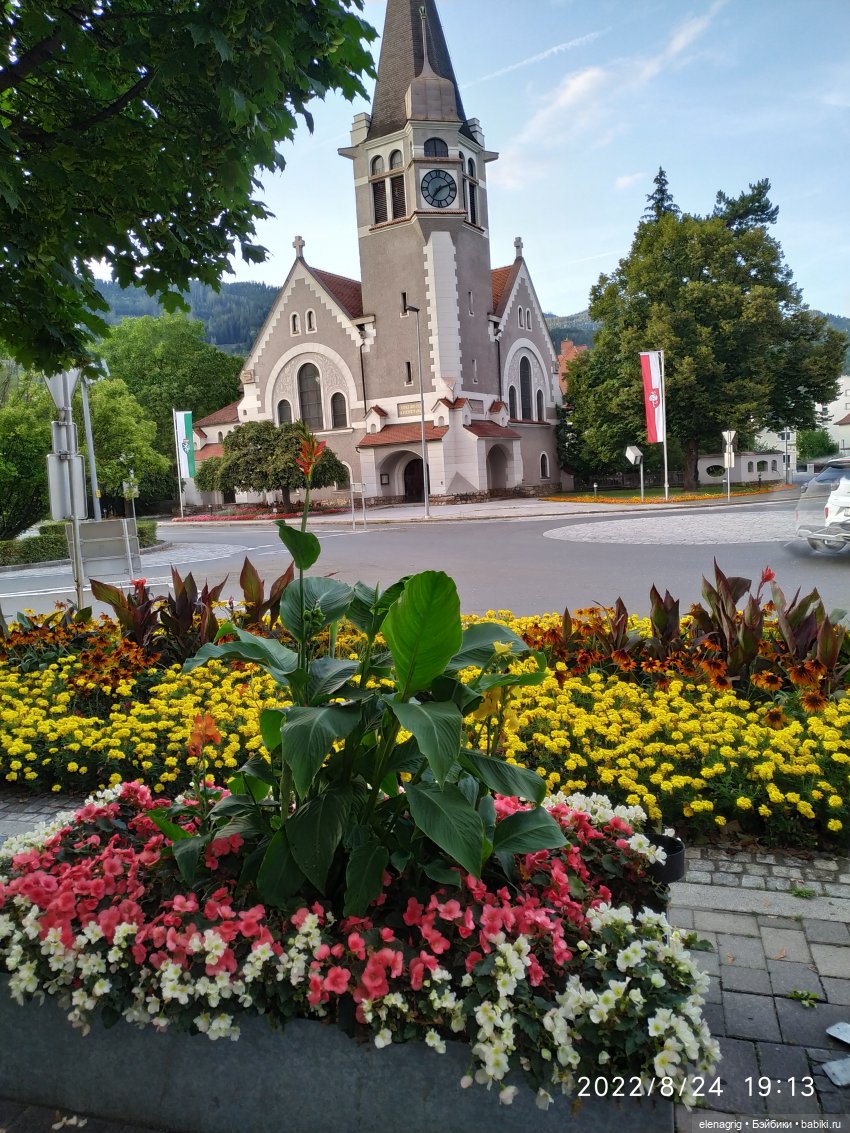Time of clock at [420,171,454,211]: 7:11
